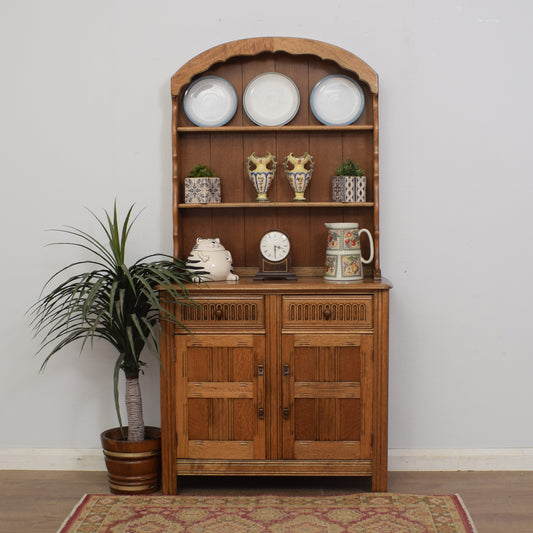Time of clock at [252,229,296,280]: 3:29
